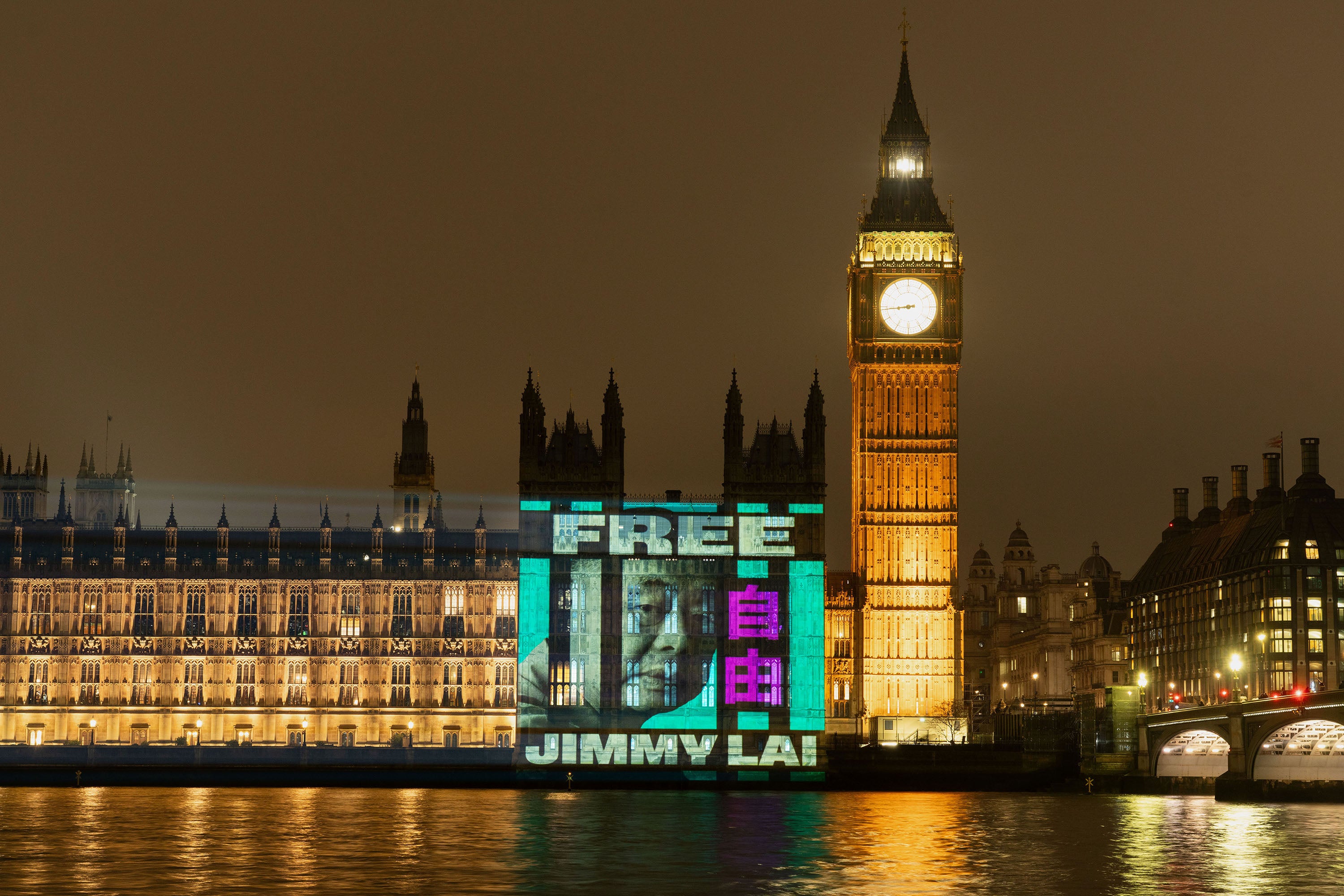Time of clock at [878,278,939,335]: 8:44
